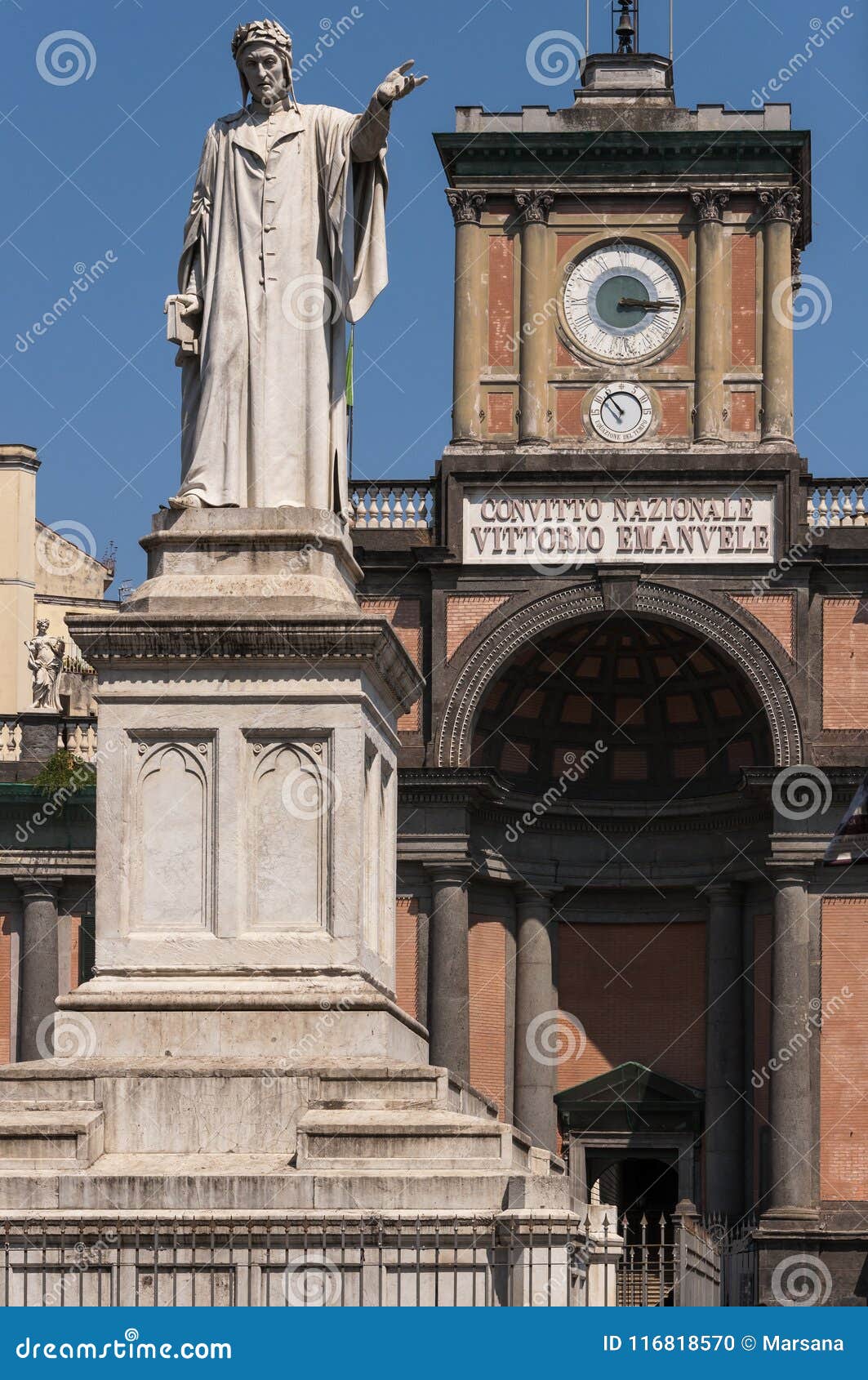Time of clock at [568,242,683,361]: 3:15
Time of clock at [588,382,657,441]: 6:54
